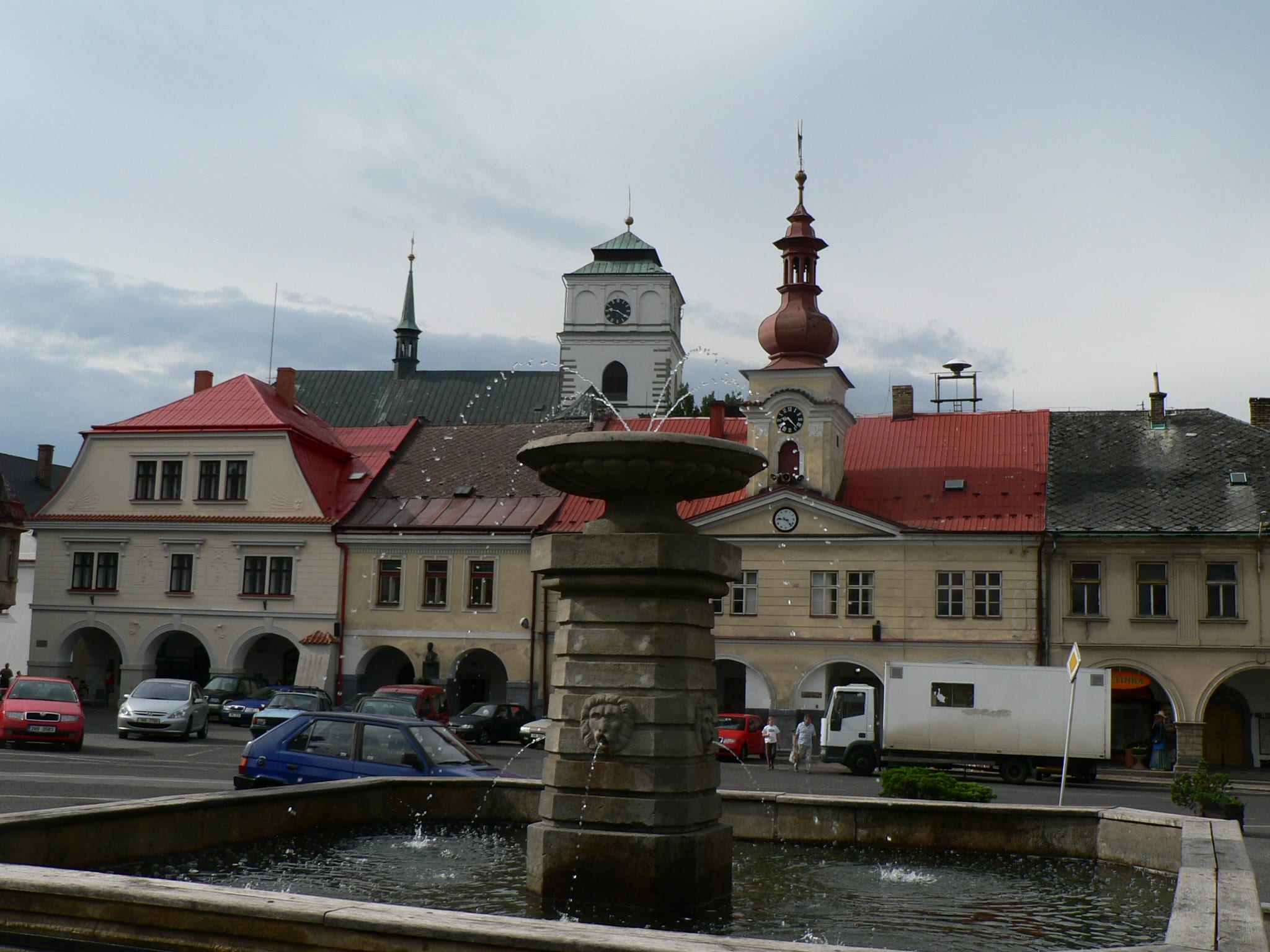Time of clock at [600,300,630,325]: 9:20
